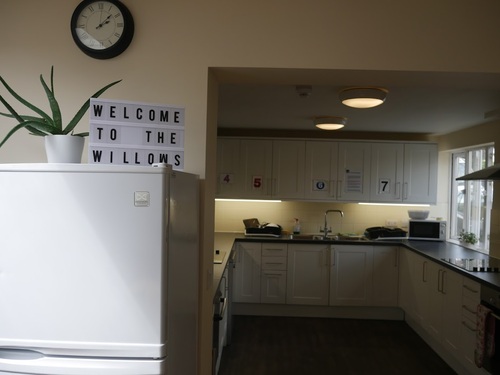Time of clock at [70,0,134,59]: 2:07
